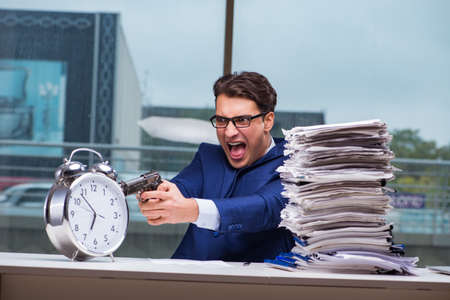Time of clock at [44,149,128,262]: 6:52
